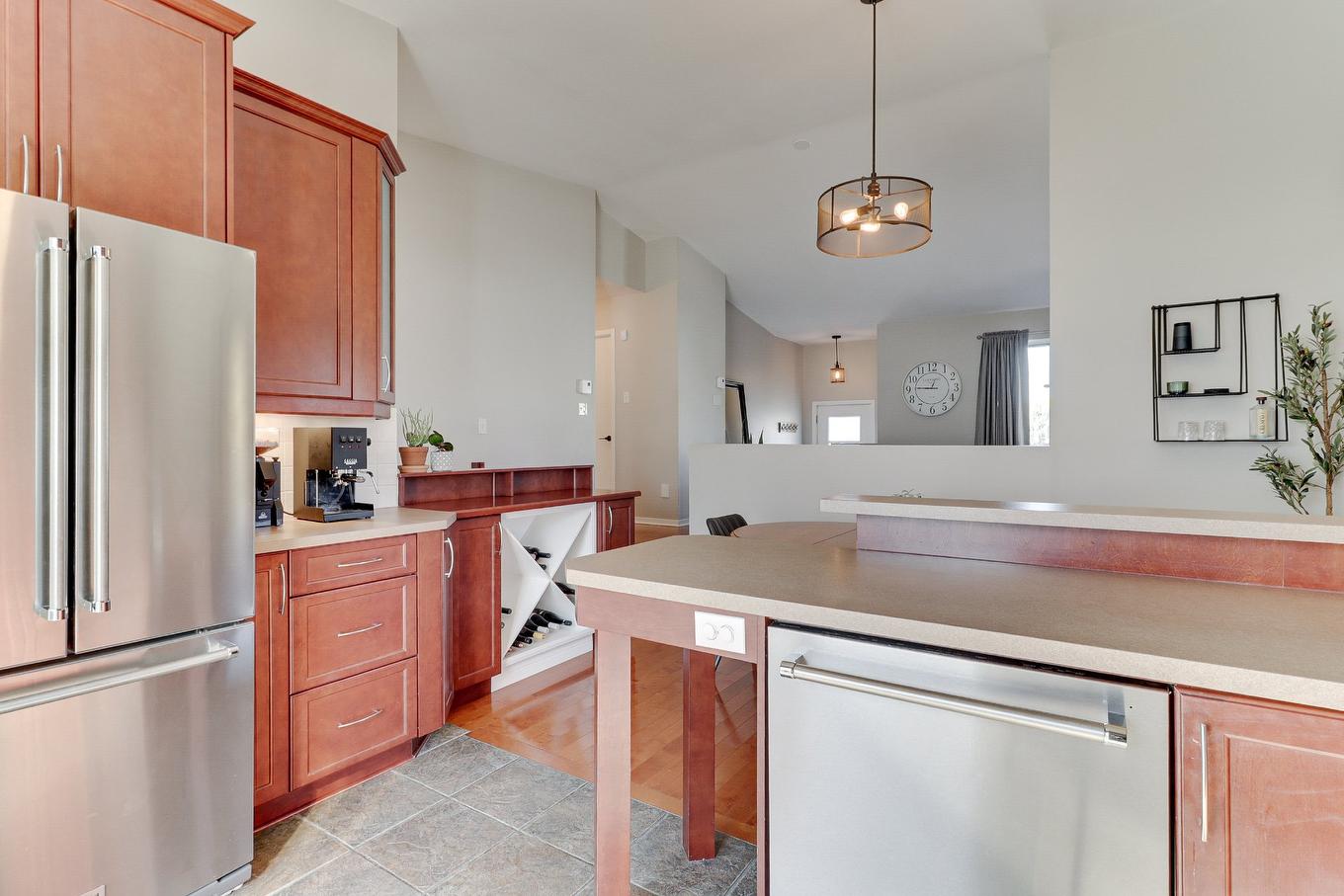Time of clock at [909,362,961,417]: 12:45
